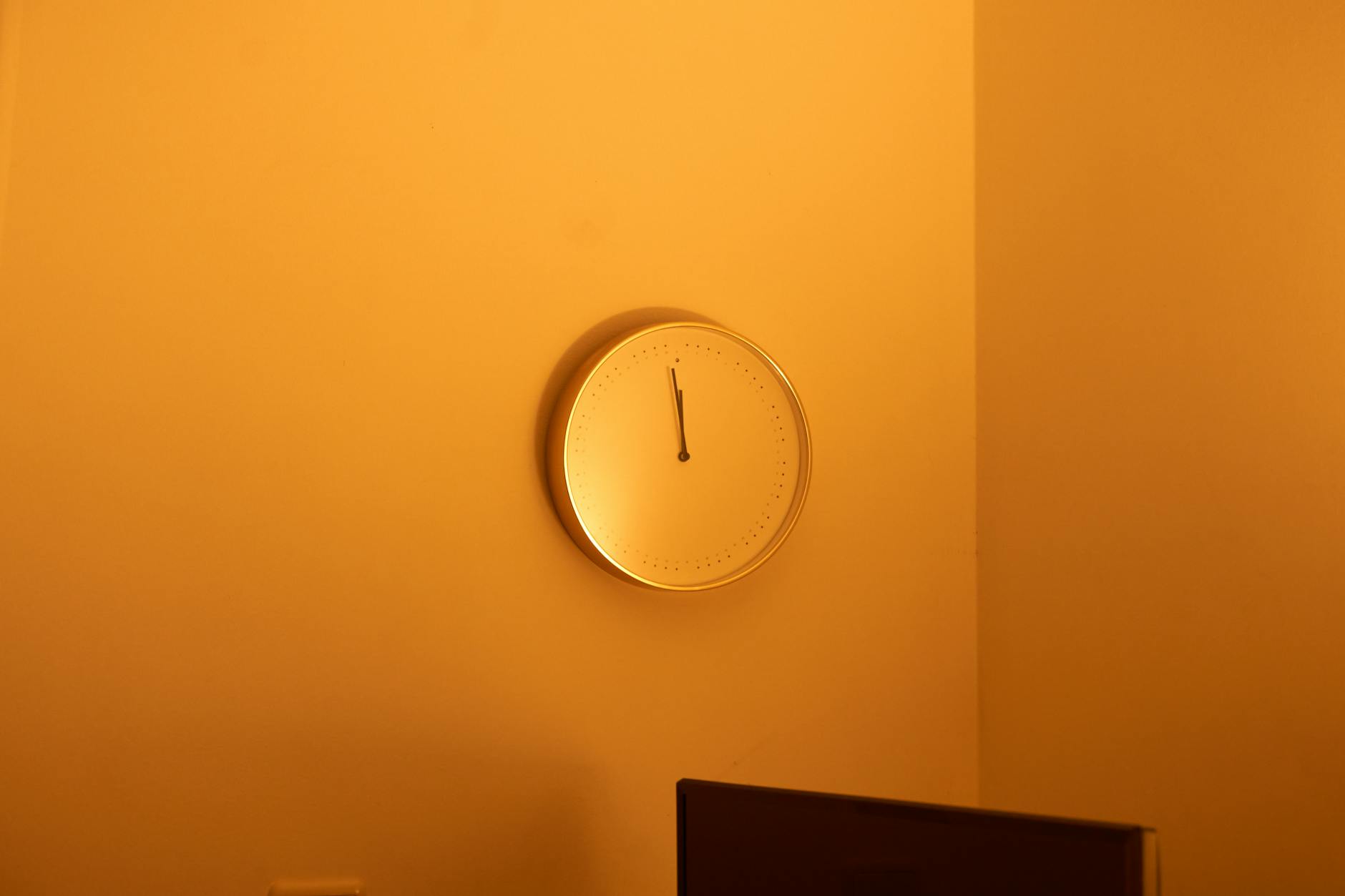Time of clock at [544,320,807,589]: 11:58
